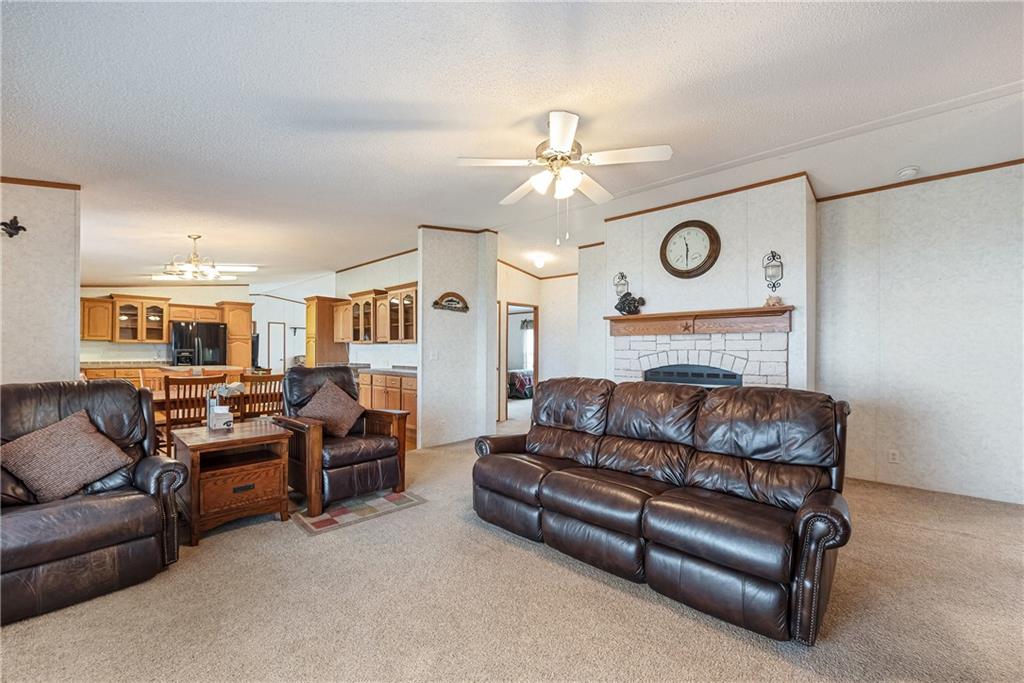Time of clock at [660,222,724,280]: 11:29
